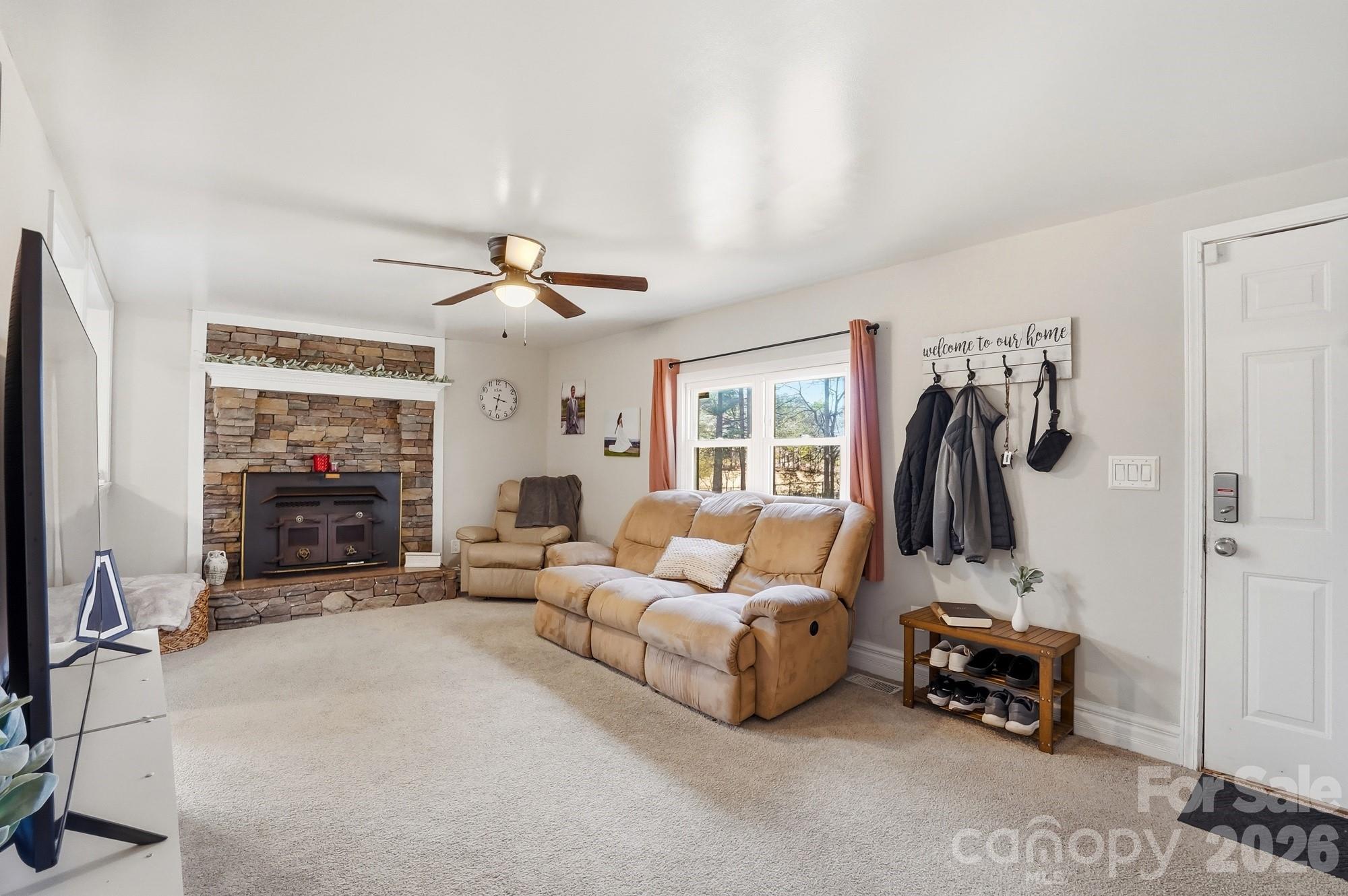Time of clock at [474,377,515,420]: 3:32
